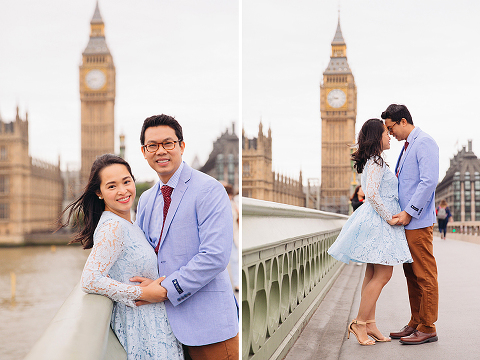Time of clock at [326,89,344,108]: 9:42
